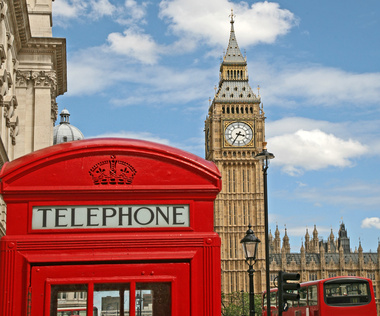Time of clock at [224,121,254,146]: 3:35
